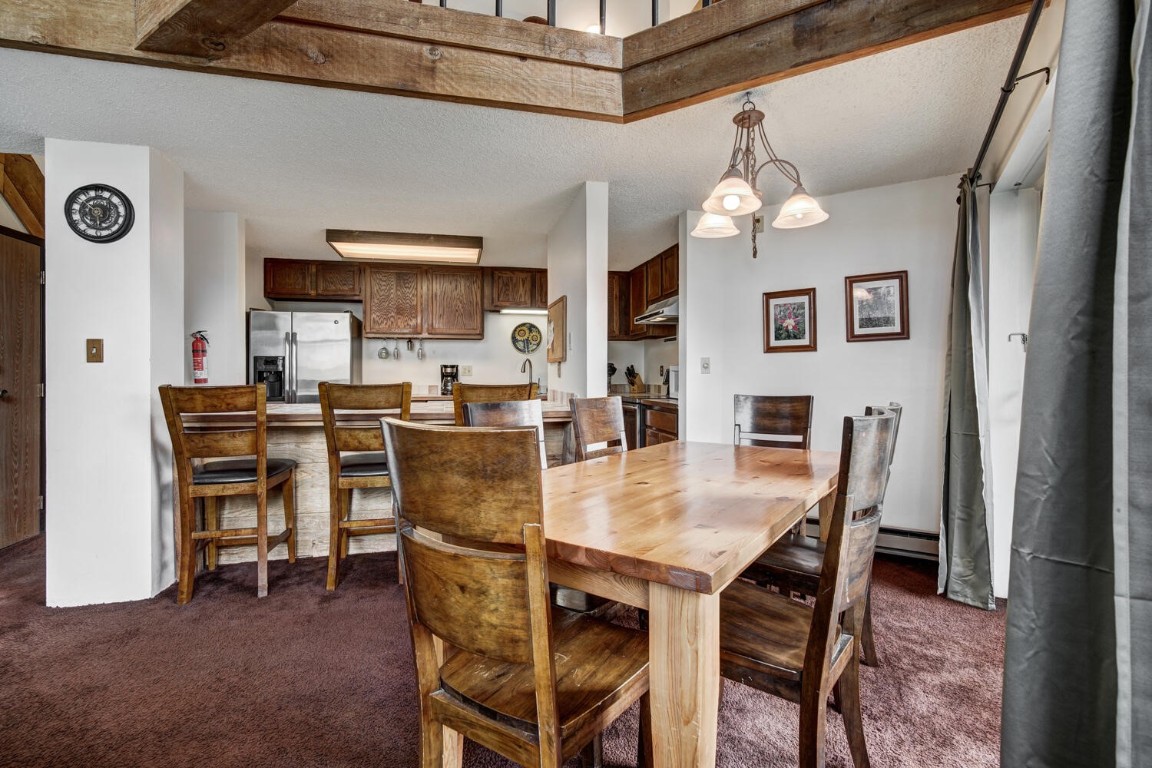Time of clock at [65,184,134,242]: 5:51
